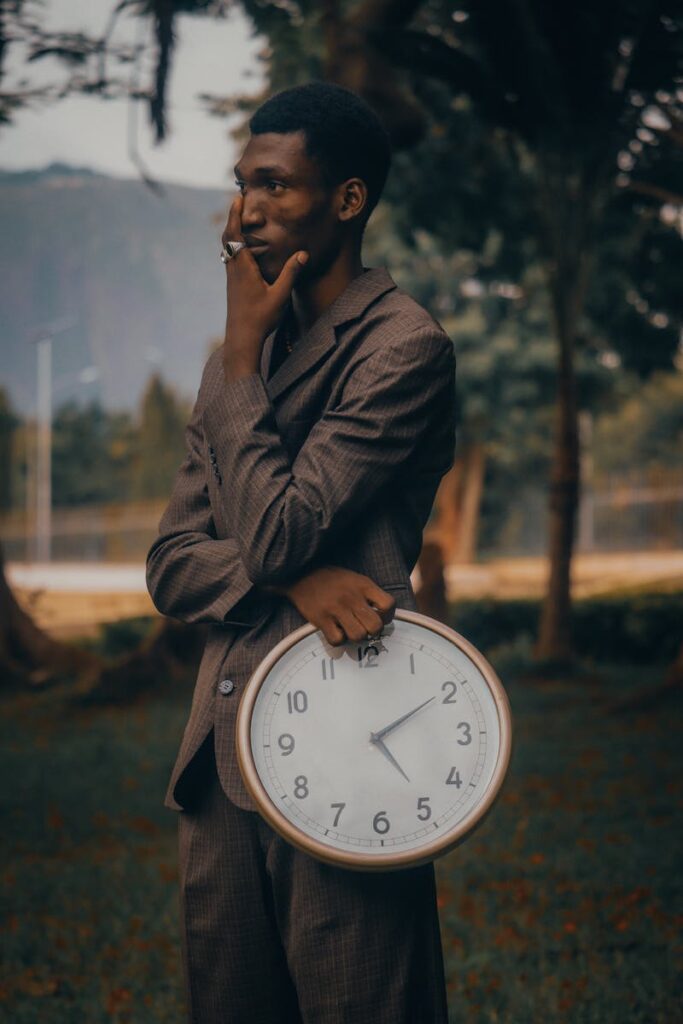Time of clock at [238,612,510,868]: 5:09
